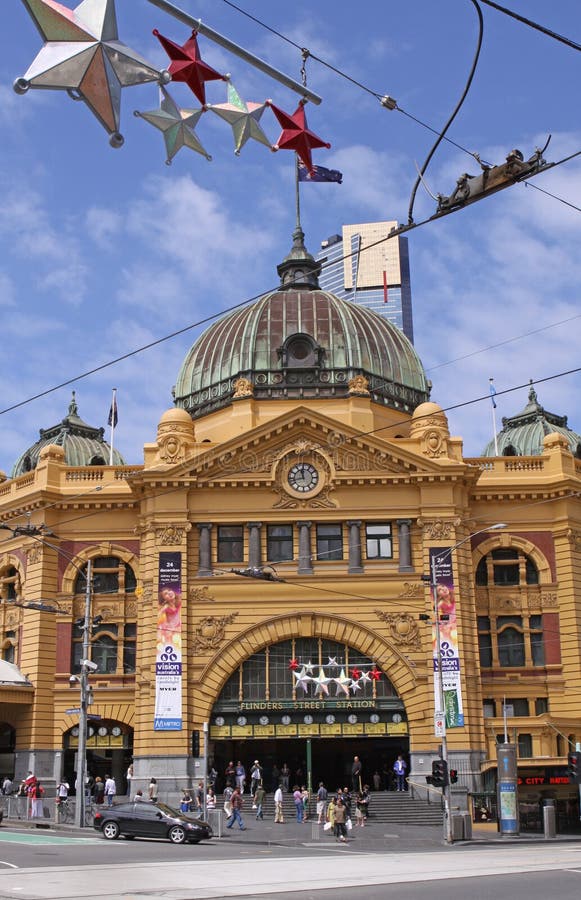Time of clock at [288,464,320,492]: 11:42
